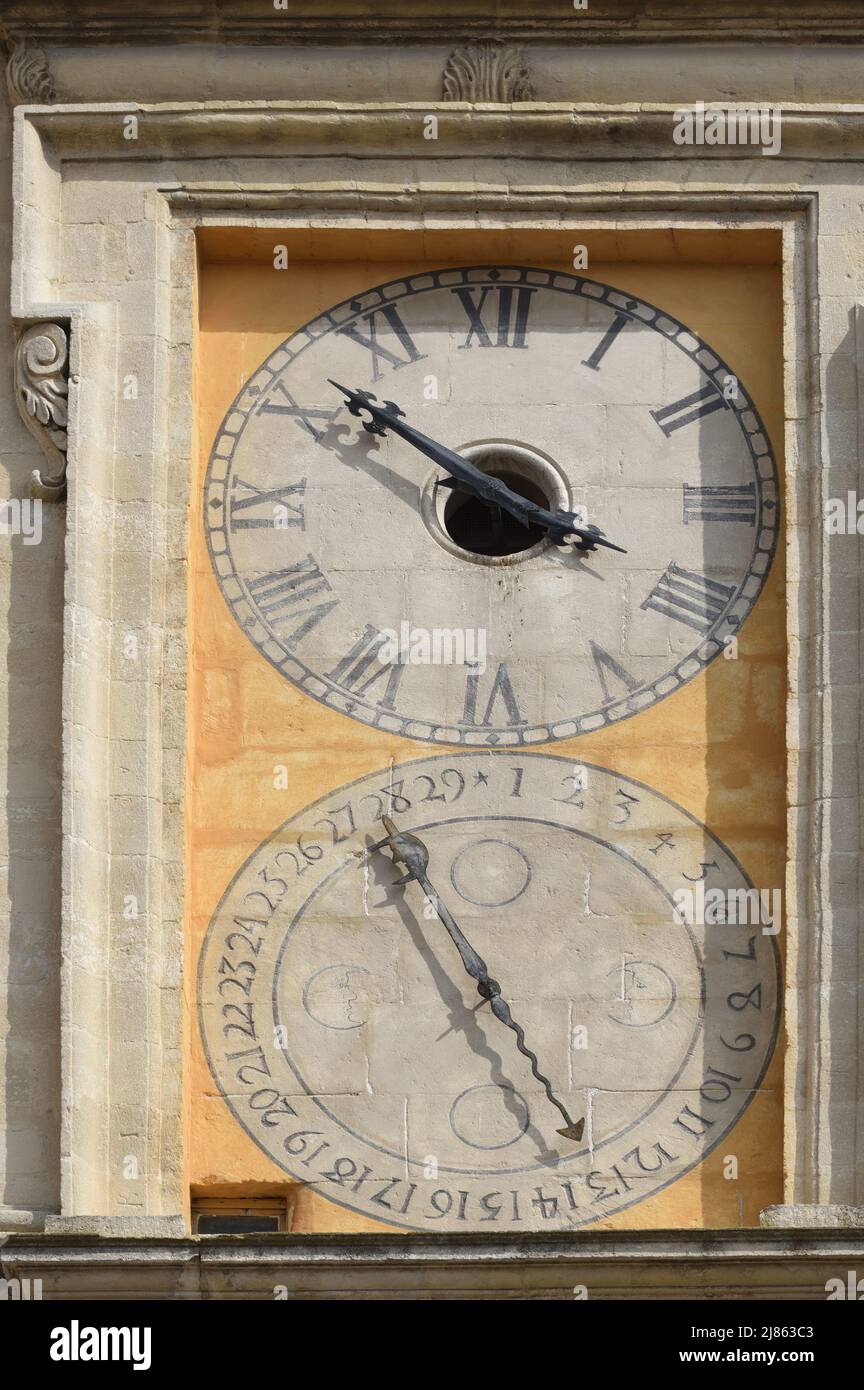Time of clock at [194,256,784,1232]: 3:52
